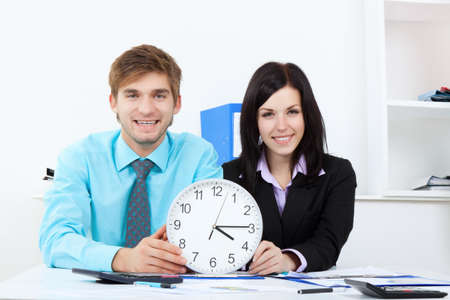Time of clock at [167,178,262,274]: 4:14
